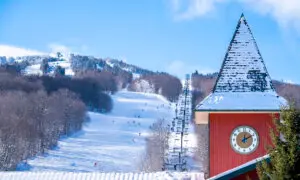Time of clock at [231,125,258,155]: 12:10
